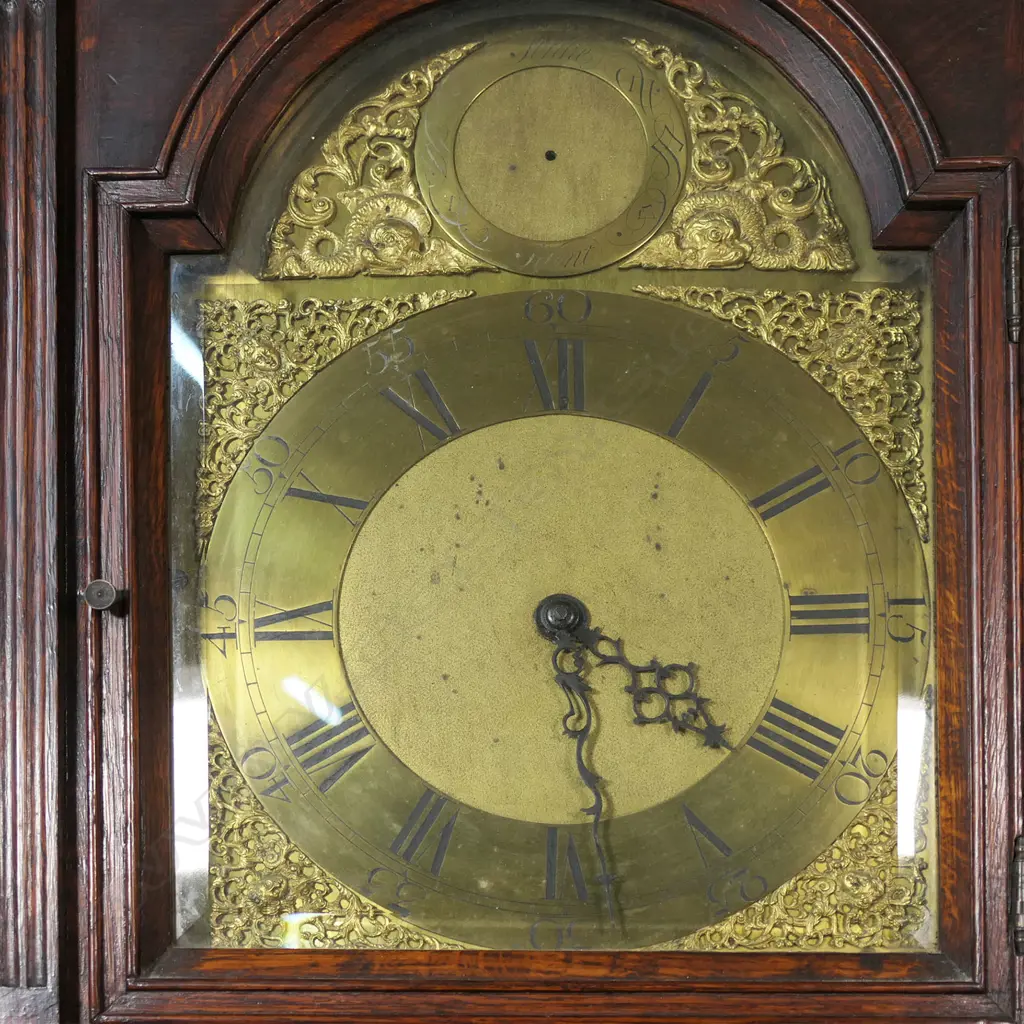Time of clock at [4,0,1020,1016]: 4:28
